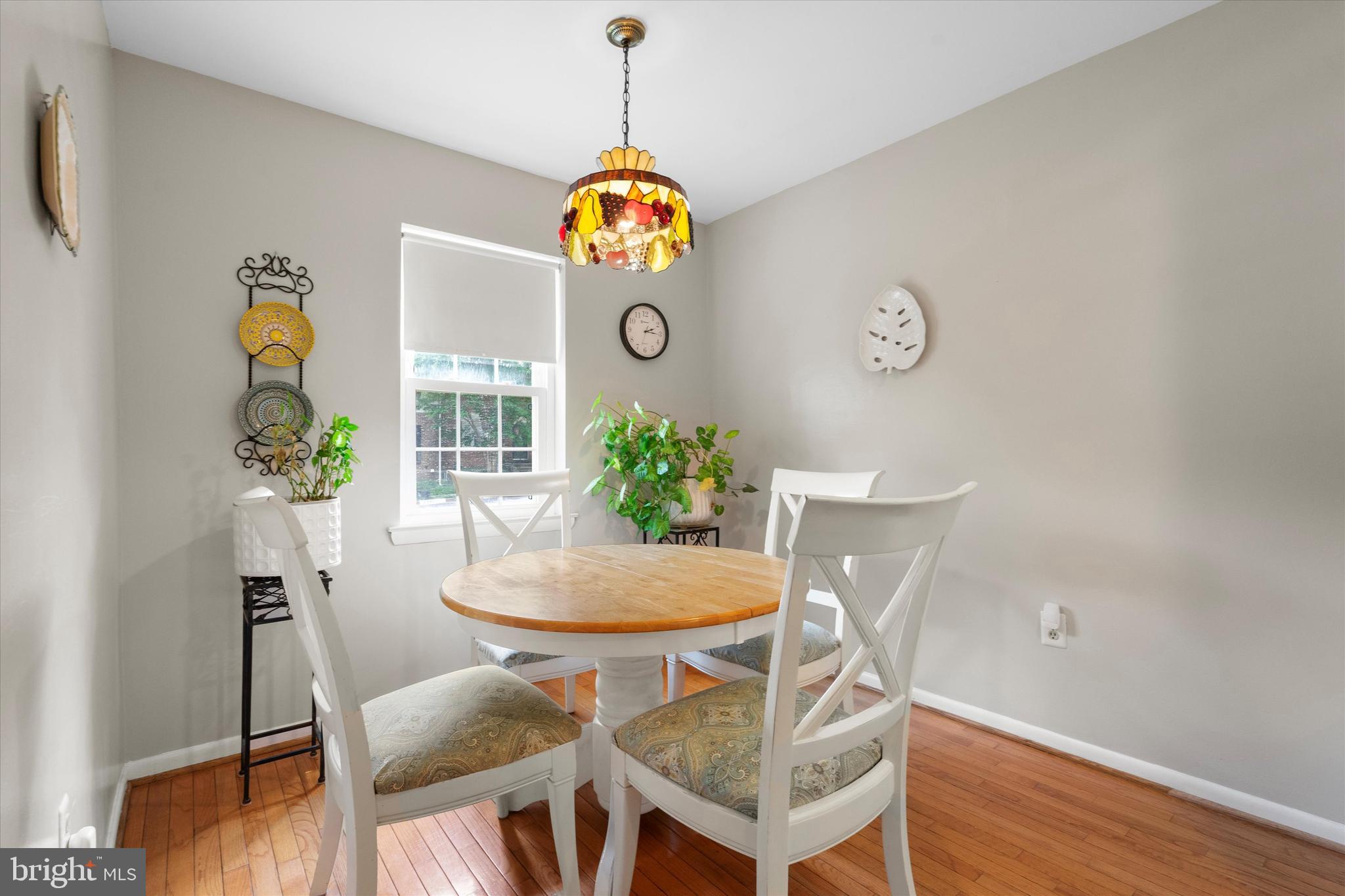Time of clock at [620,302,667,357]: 2:15
